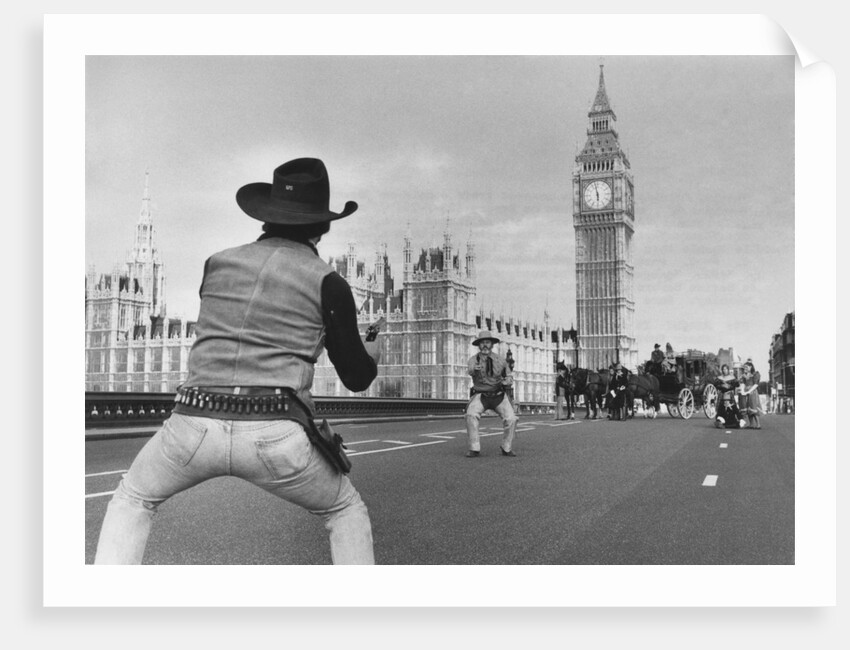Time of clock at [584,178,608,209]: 5:58
